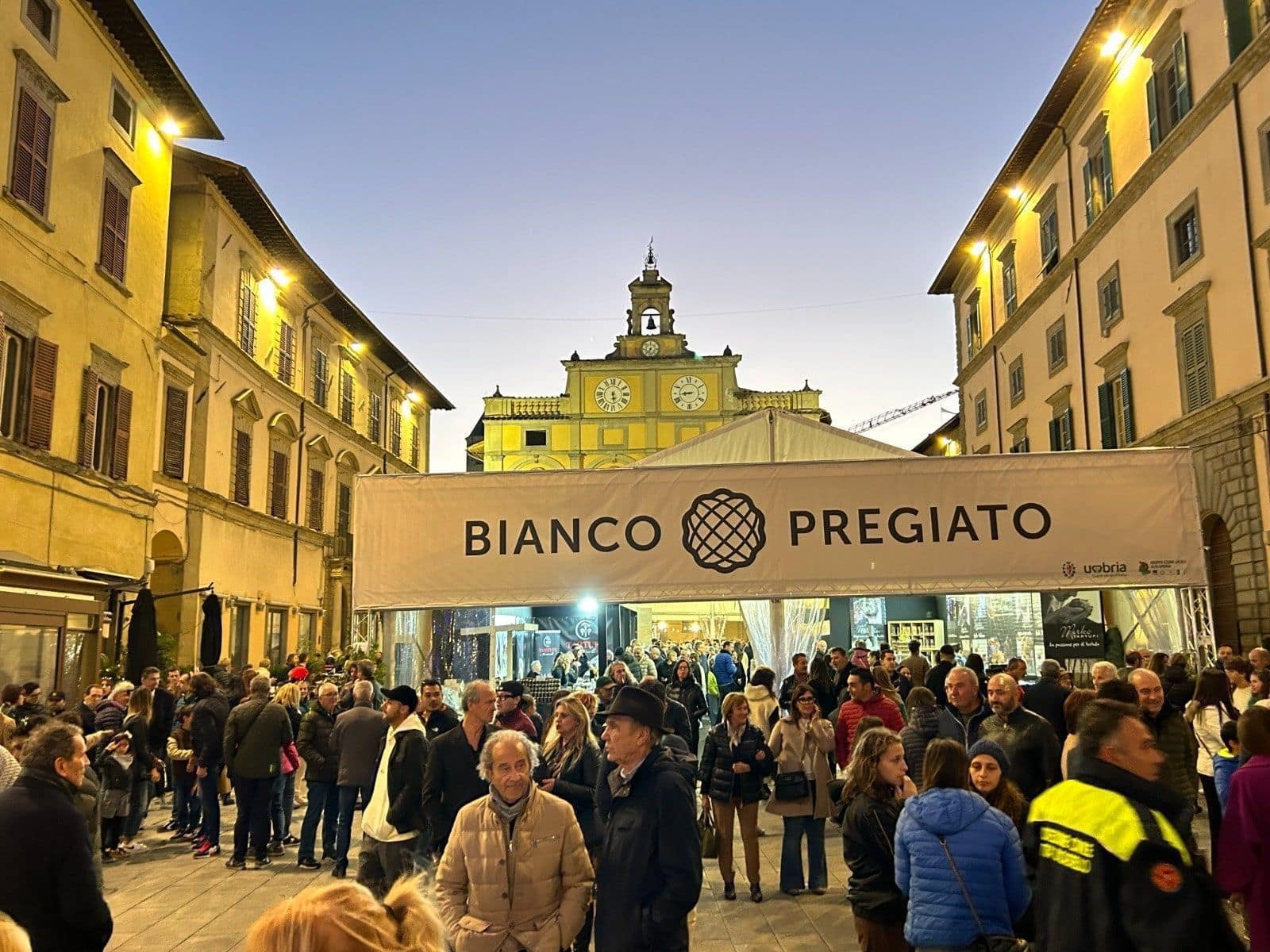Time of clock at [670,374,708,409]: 8:44
